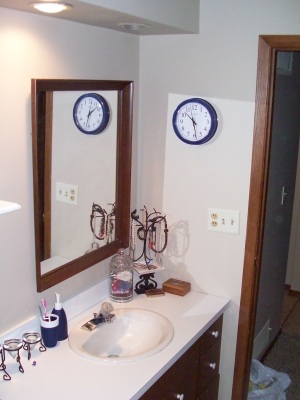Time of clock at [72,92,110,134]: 1:32
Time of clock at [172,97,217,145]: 10:28
